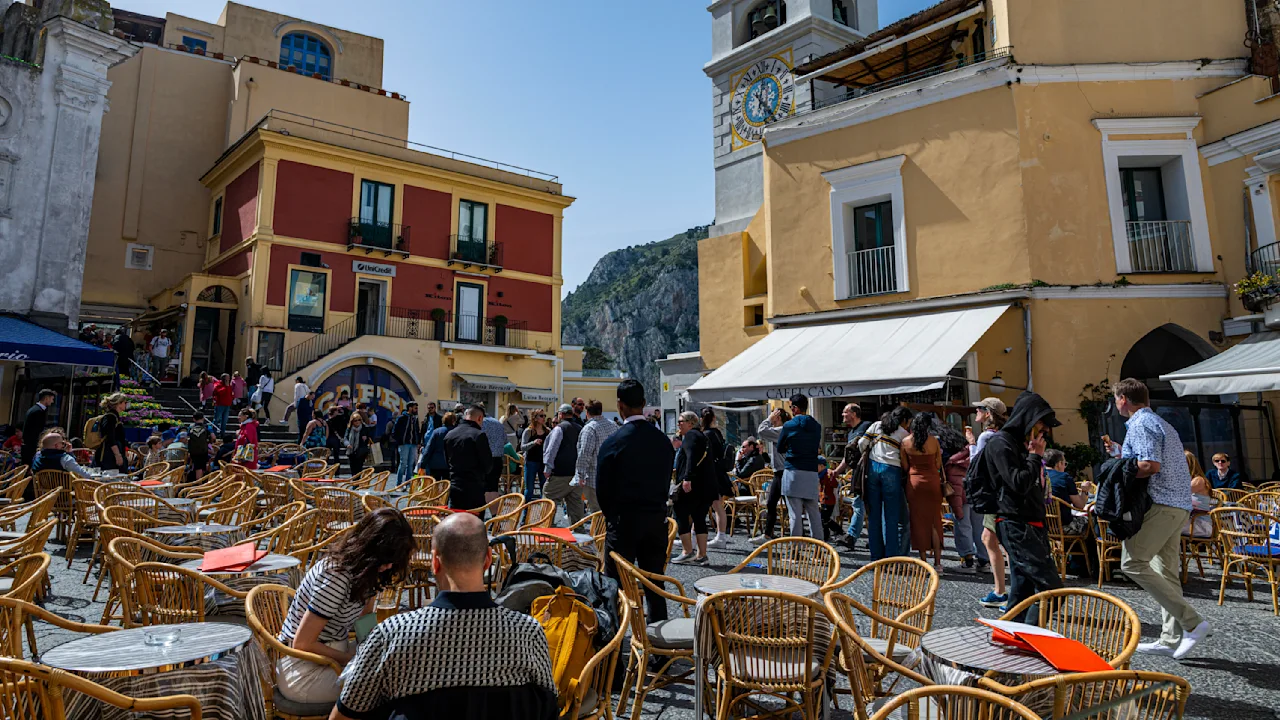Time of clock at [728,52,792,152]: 12:23
